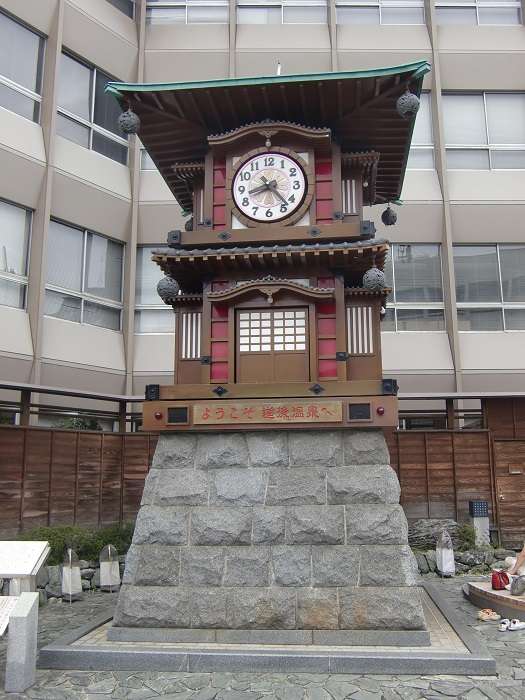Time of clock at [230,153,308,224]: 8:23
